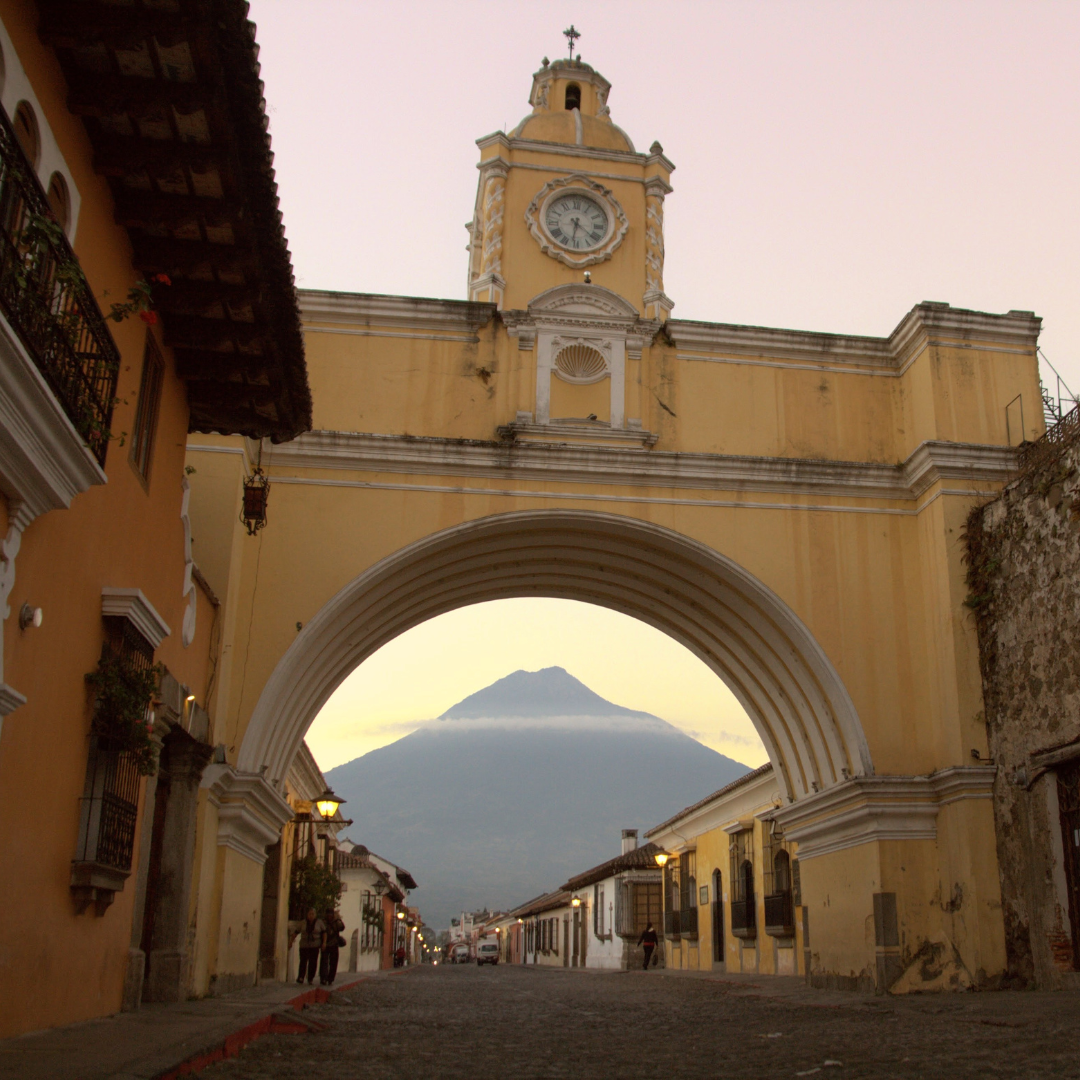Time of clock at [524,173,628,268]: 6:21
